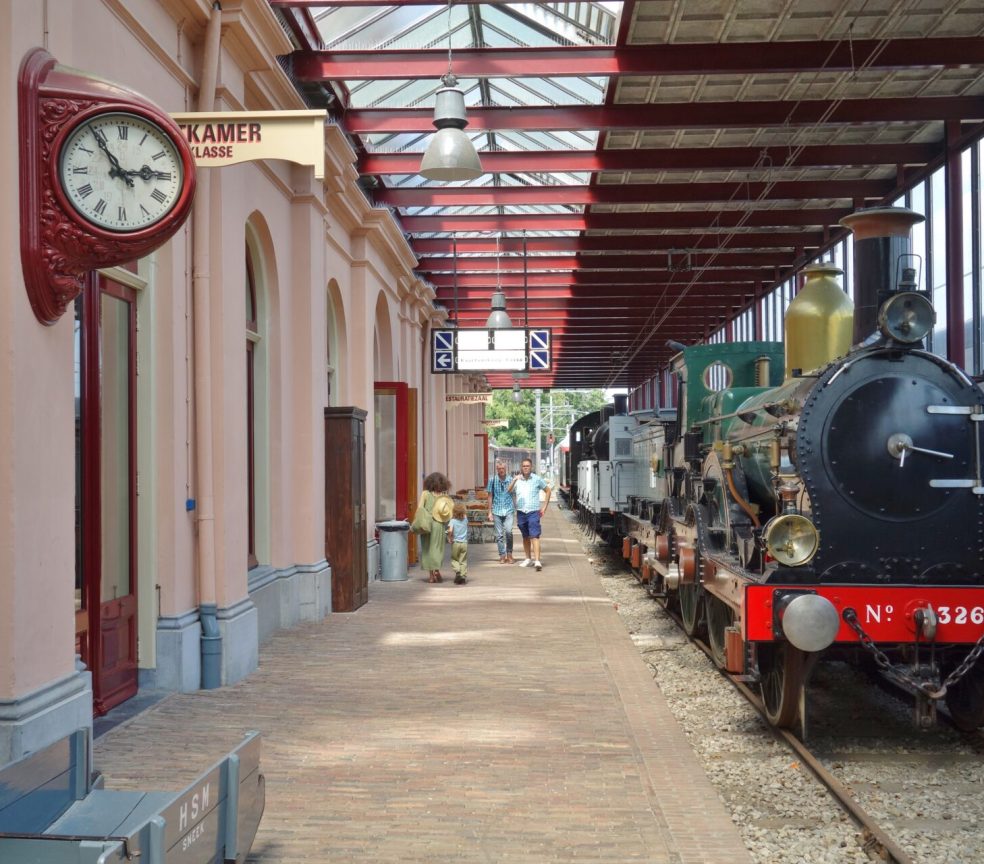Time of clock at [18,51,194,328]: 2:54
